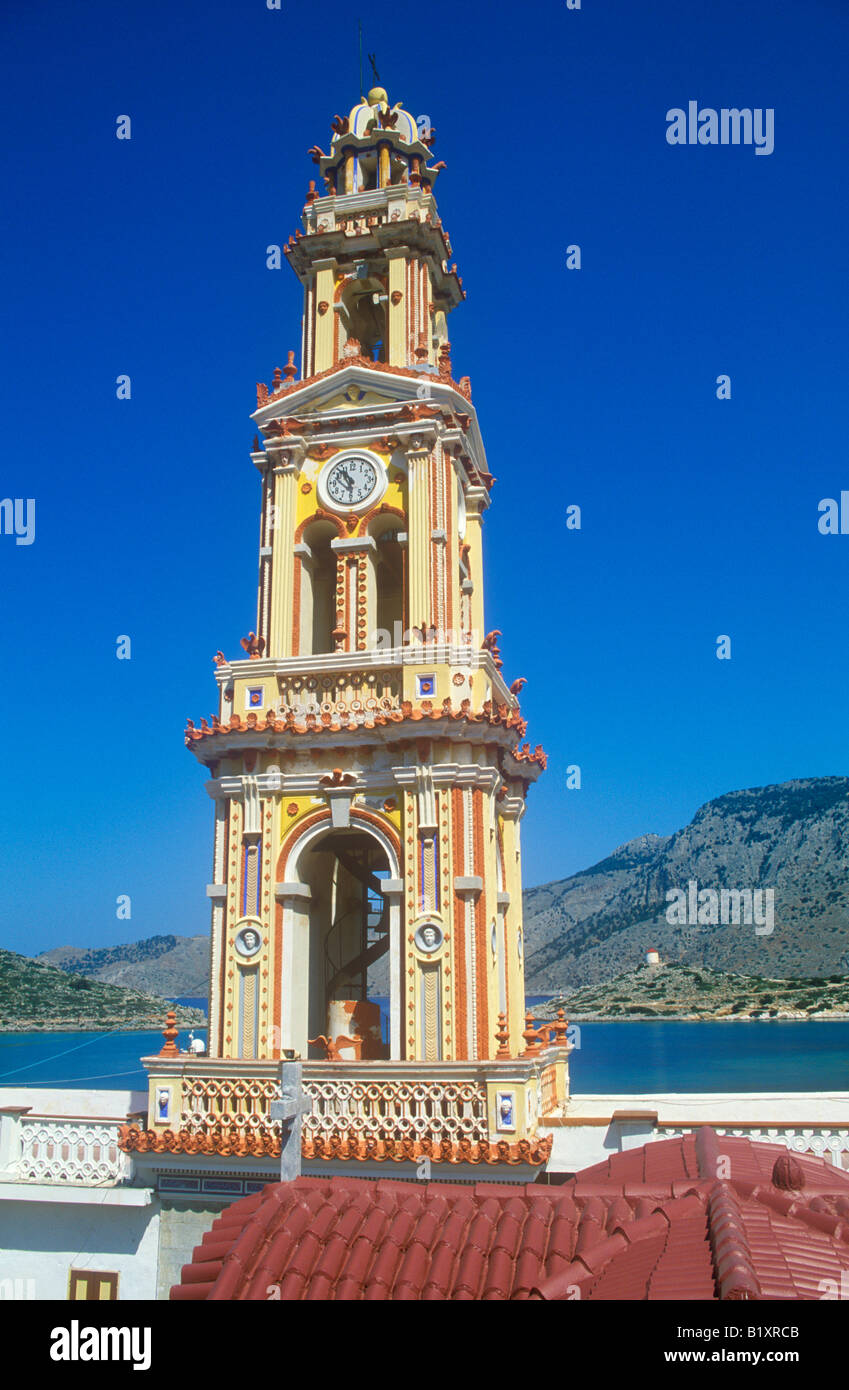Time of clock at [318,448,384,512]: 5:53
